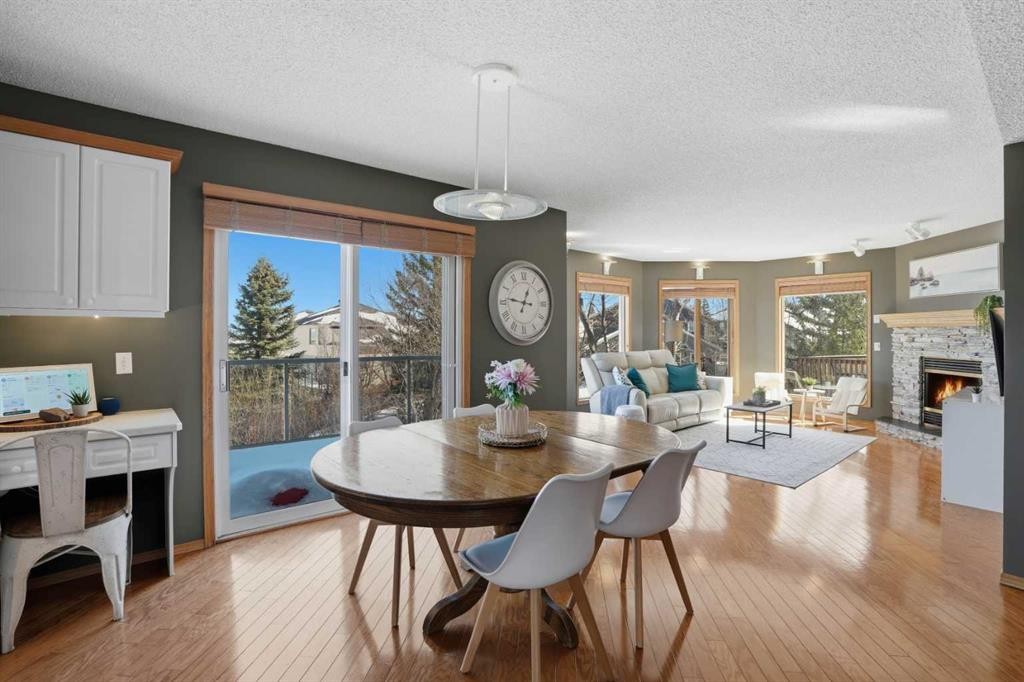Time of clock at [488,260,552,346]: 12:46
